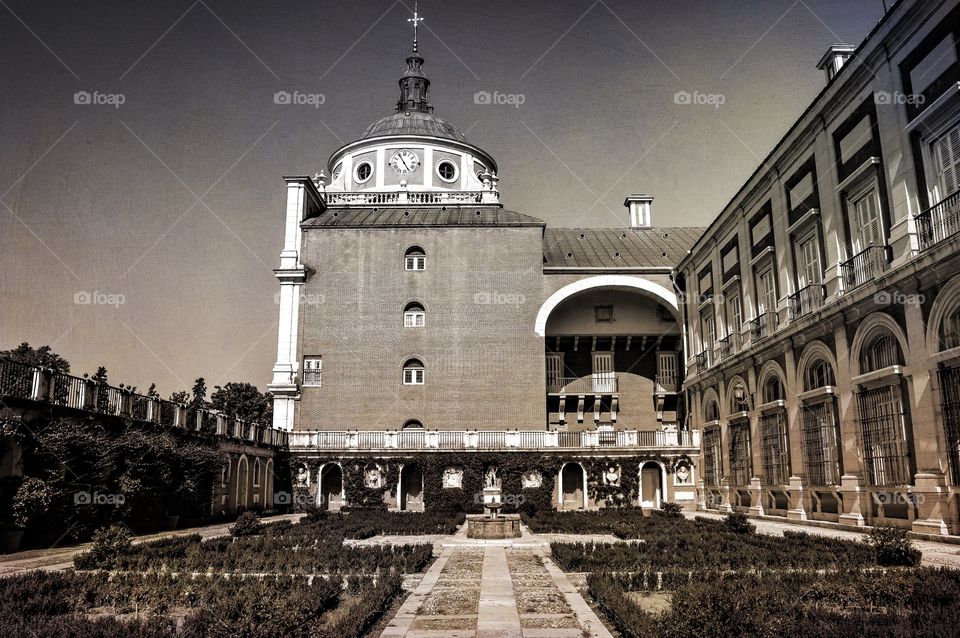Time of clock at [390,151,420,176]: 4:54
